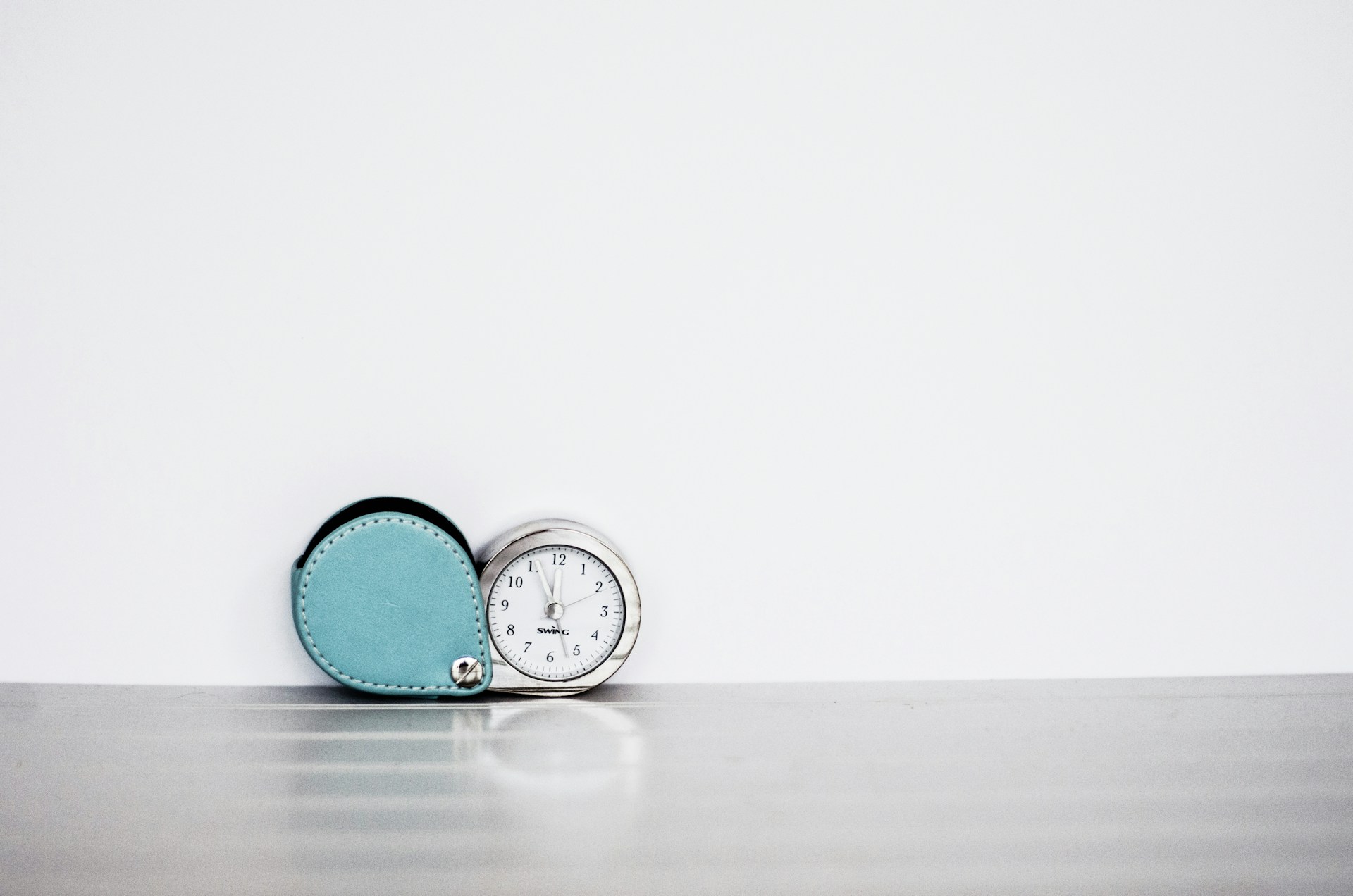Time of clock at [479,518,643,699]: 11:56
